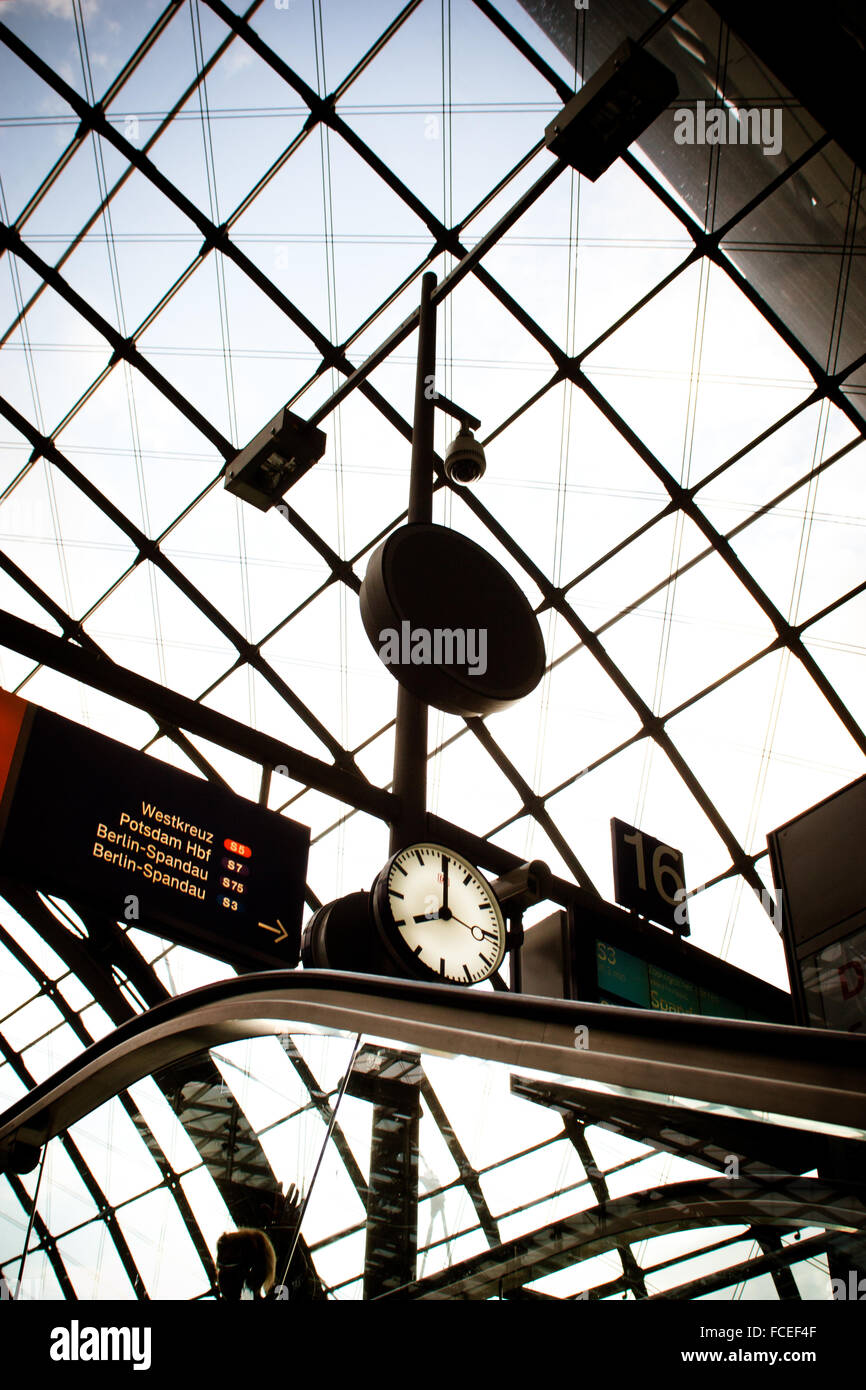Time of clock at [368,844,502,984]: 8:00
